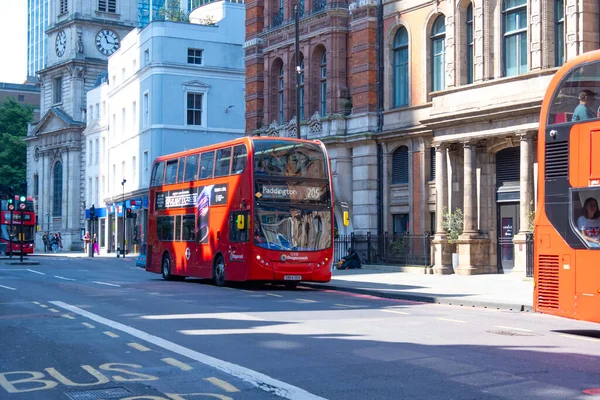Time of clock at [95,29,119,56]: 11:16
